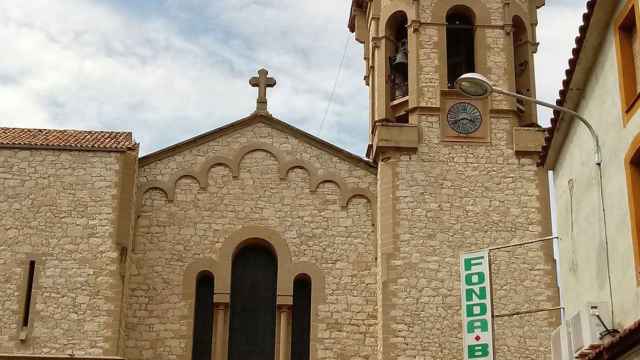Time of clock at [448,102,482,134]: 3:40
